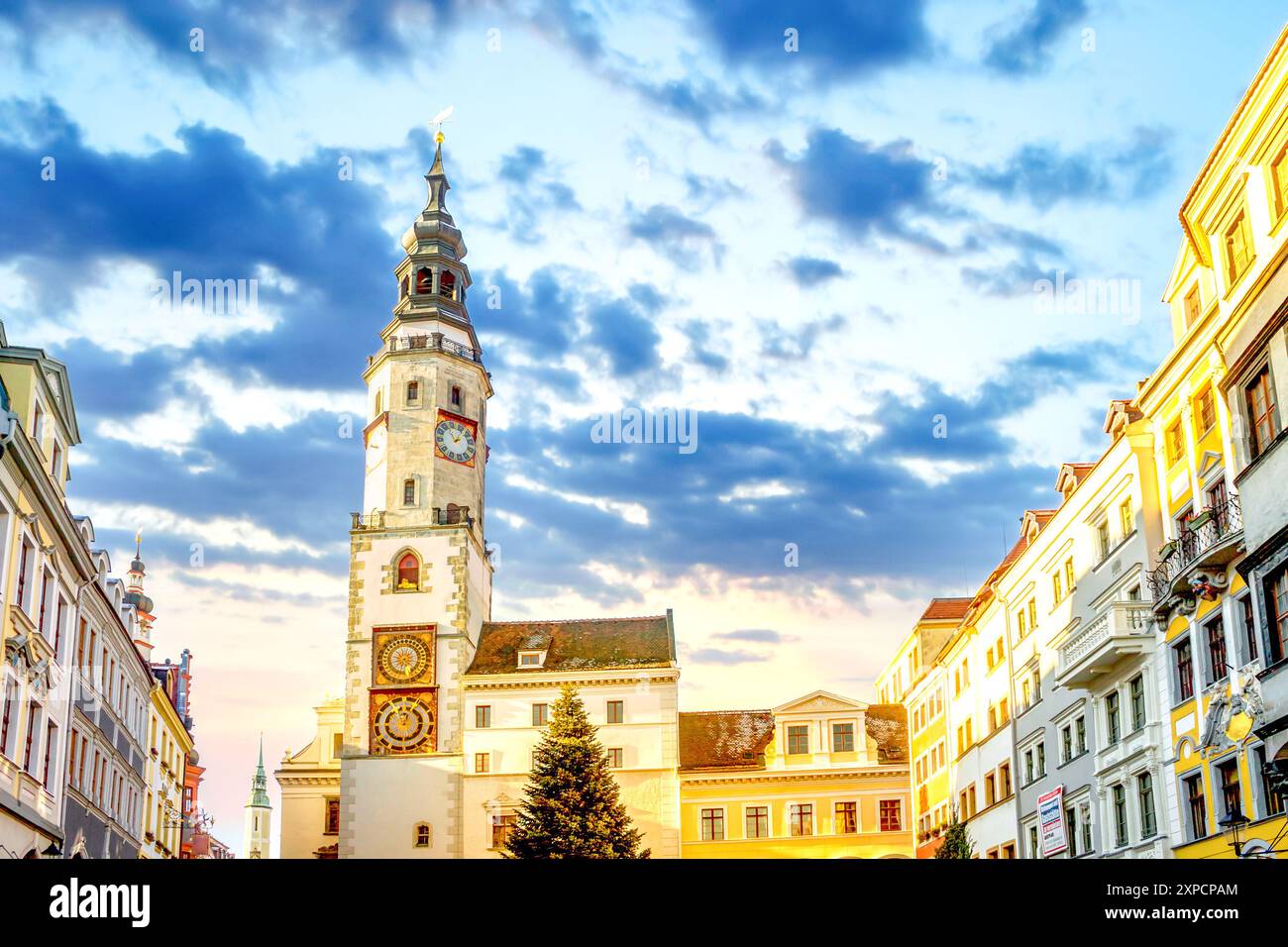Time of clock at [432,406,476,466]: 11:07
